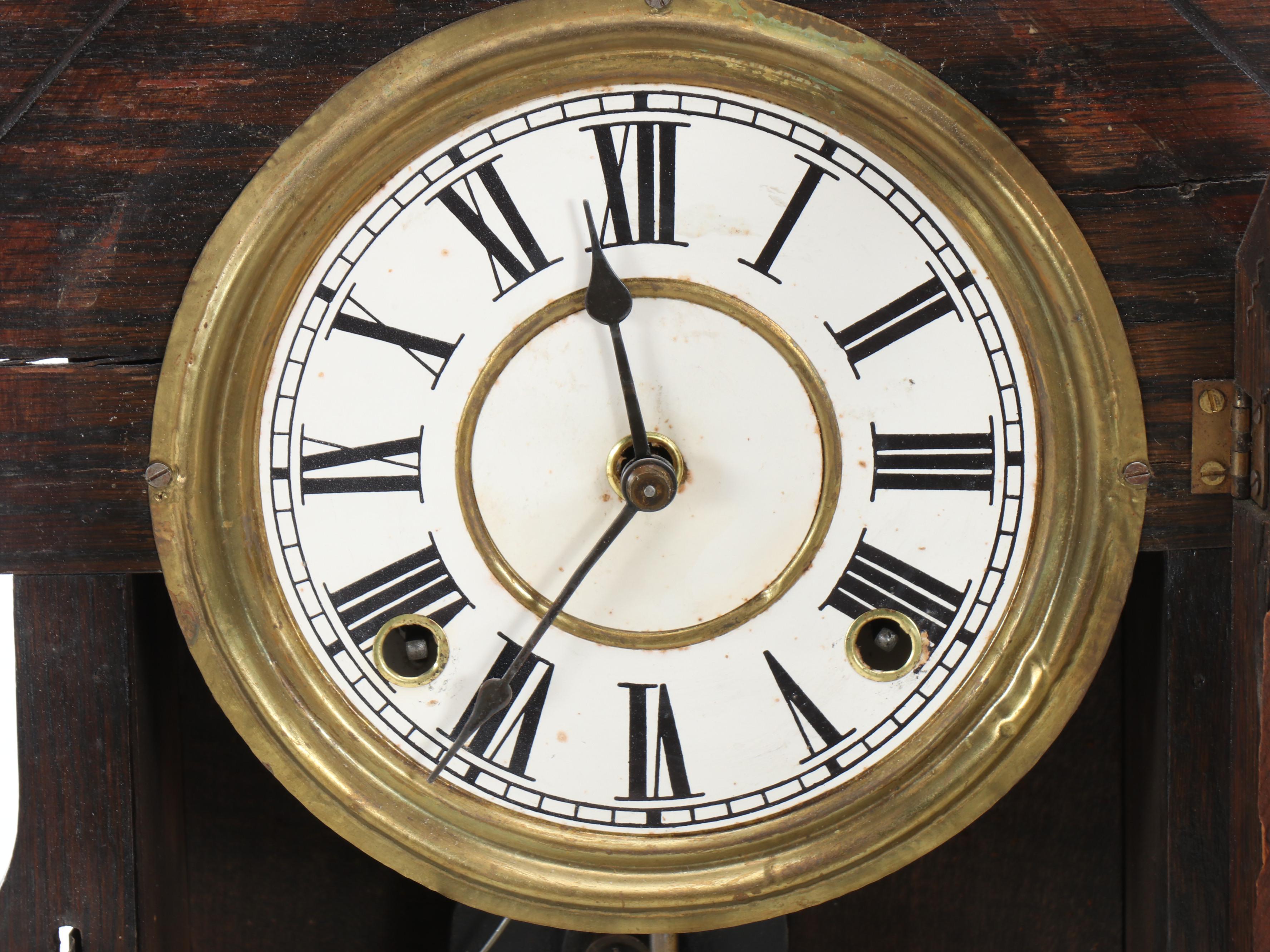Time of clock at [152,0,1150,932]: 11:35
